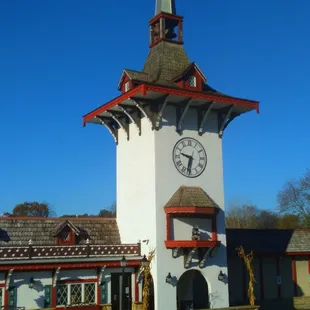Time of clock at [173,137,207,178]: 9:32
